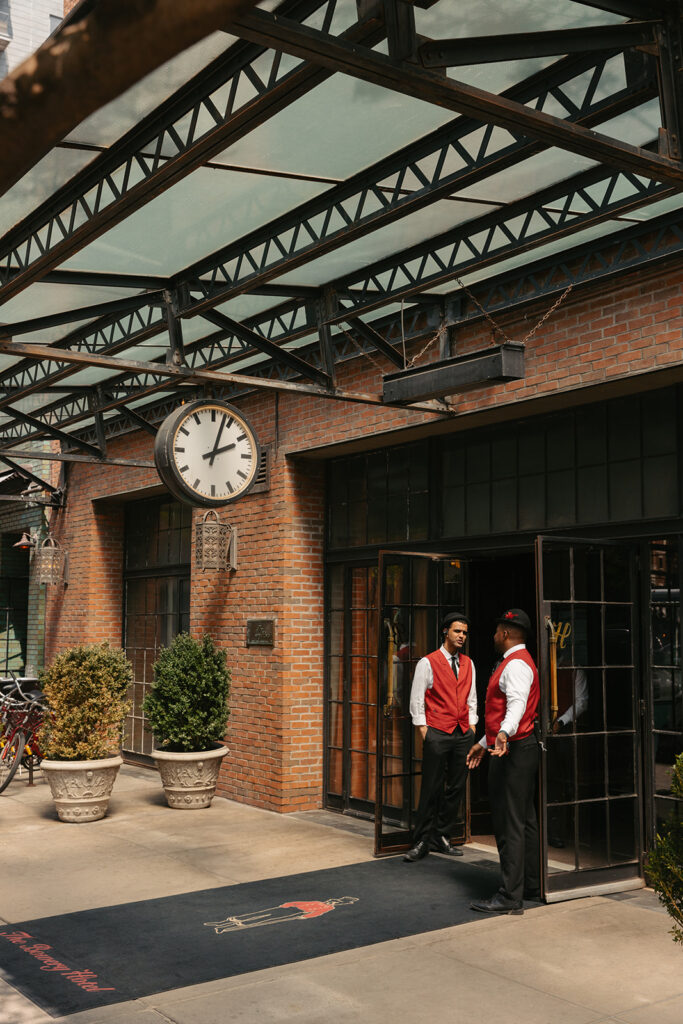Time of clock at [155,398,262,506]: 2:03
